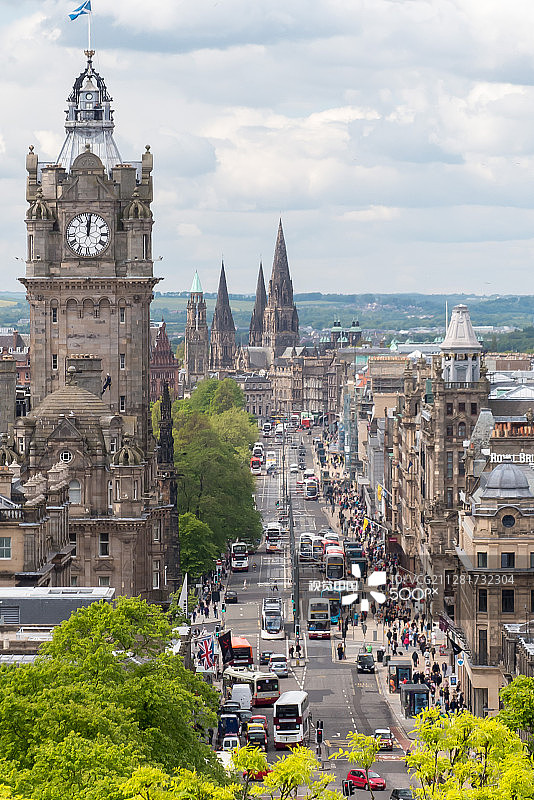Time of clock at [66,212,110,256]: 12:01
